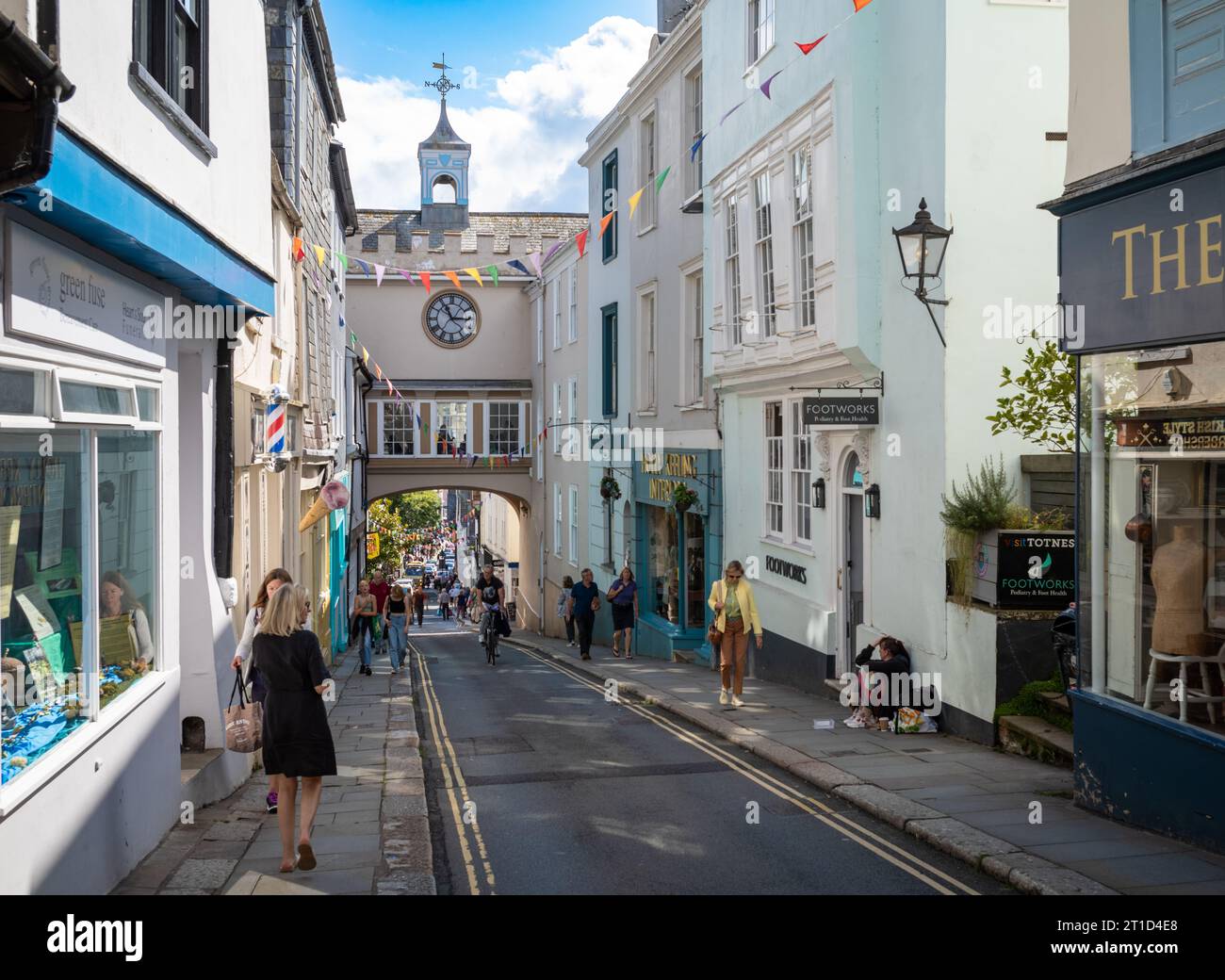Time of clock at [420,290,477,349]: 2:55
